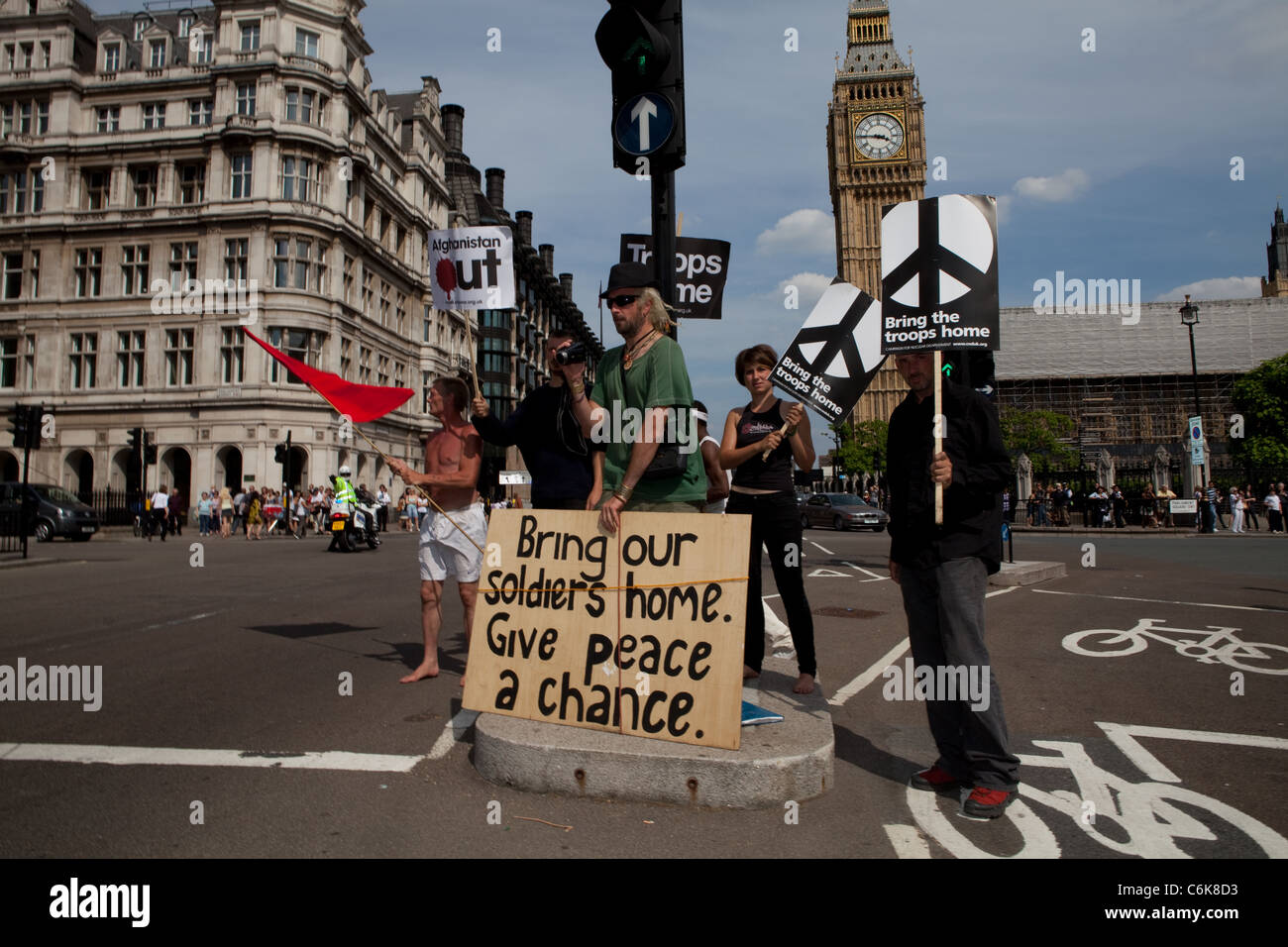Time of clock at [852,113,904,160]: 3:45
